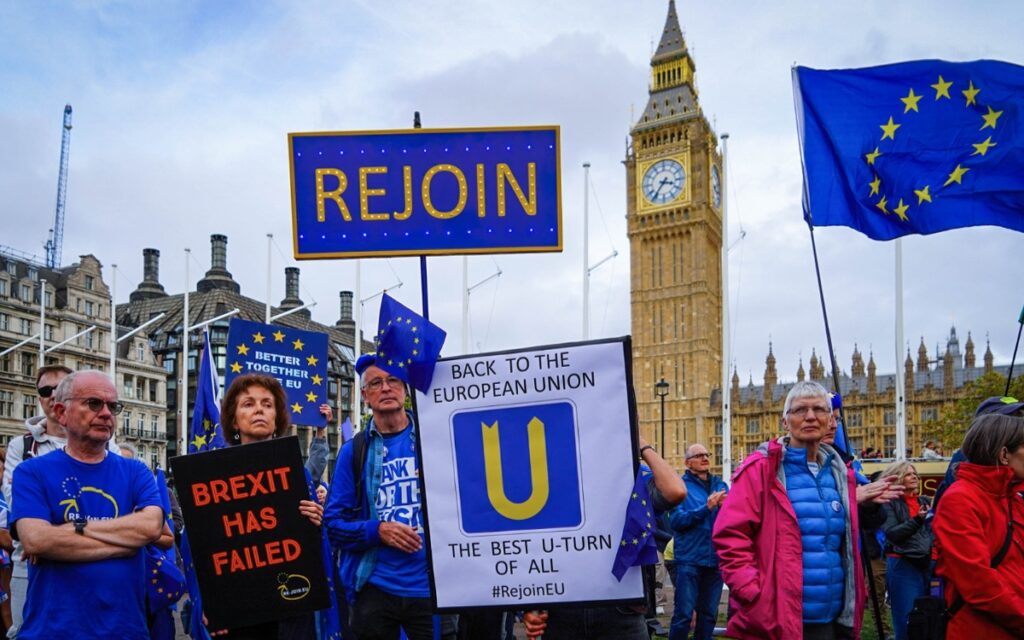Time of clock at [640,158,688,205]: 3:36
